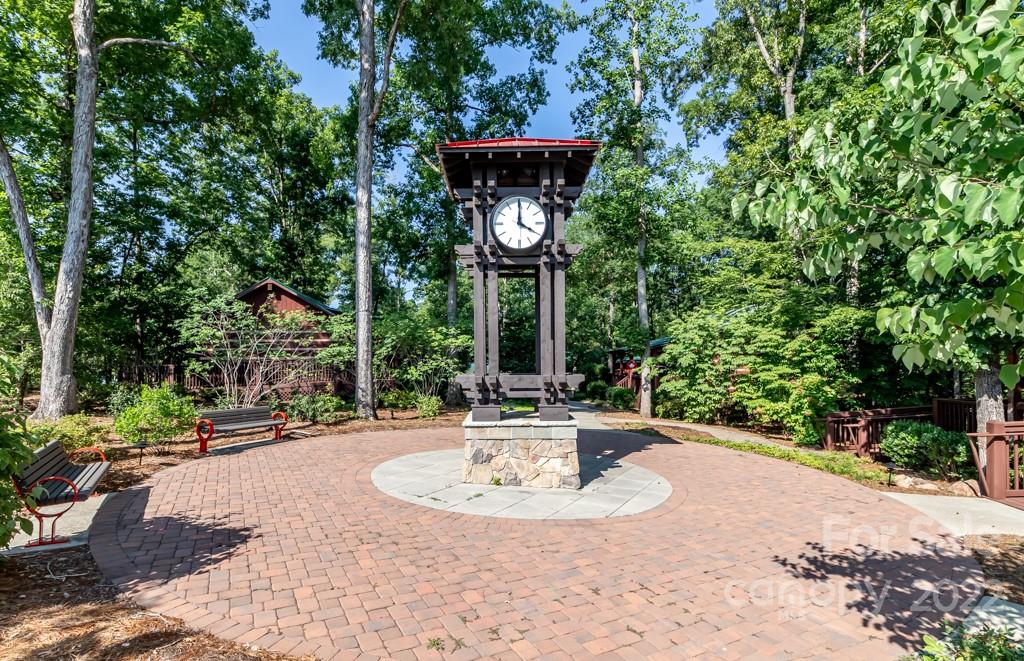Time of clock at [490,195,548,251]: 4:00
